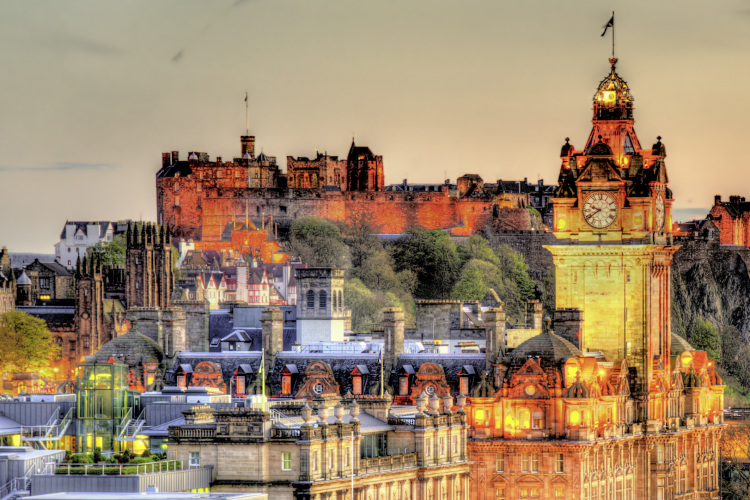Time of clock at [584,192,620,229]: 9:39
